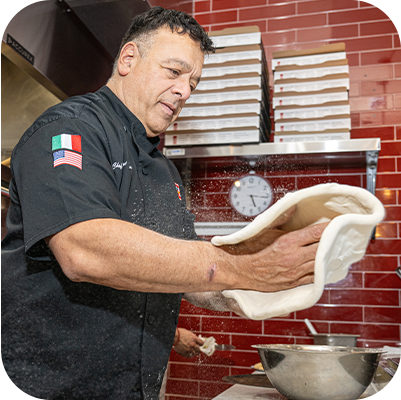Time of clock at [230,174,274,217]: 5:16
